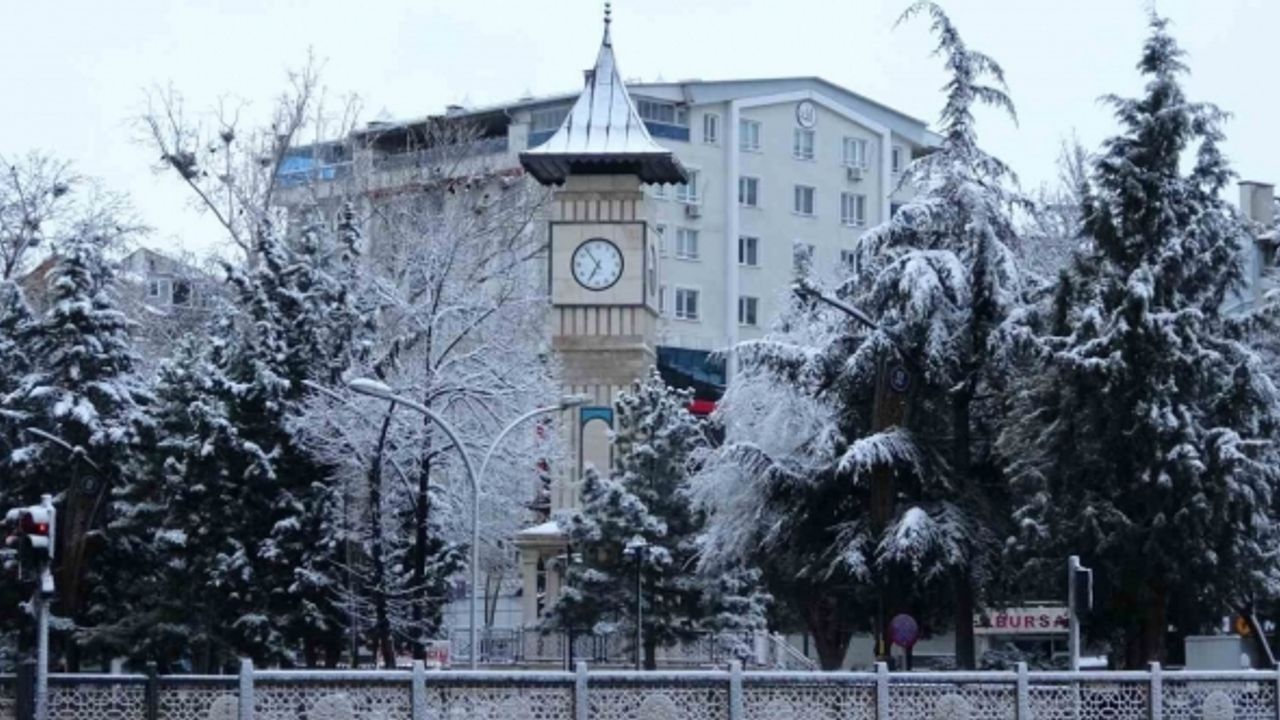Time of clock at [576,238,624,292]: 6:53
